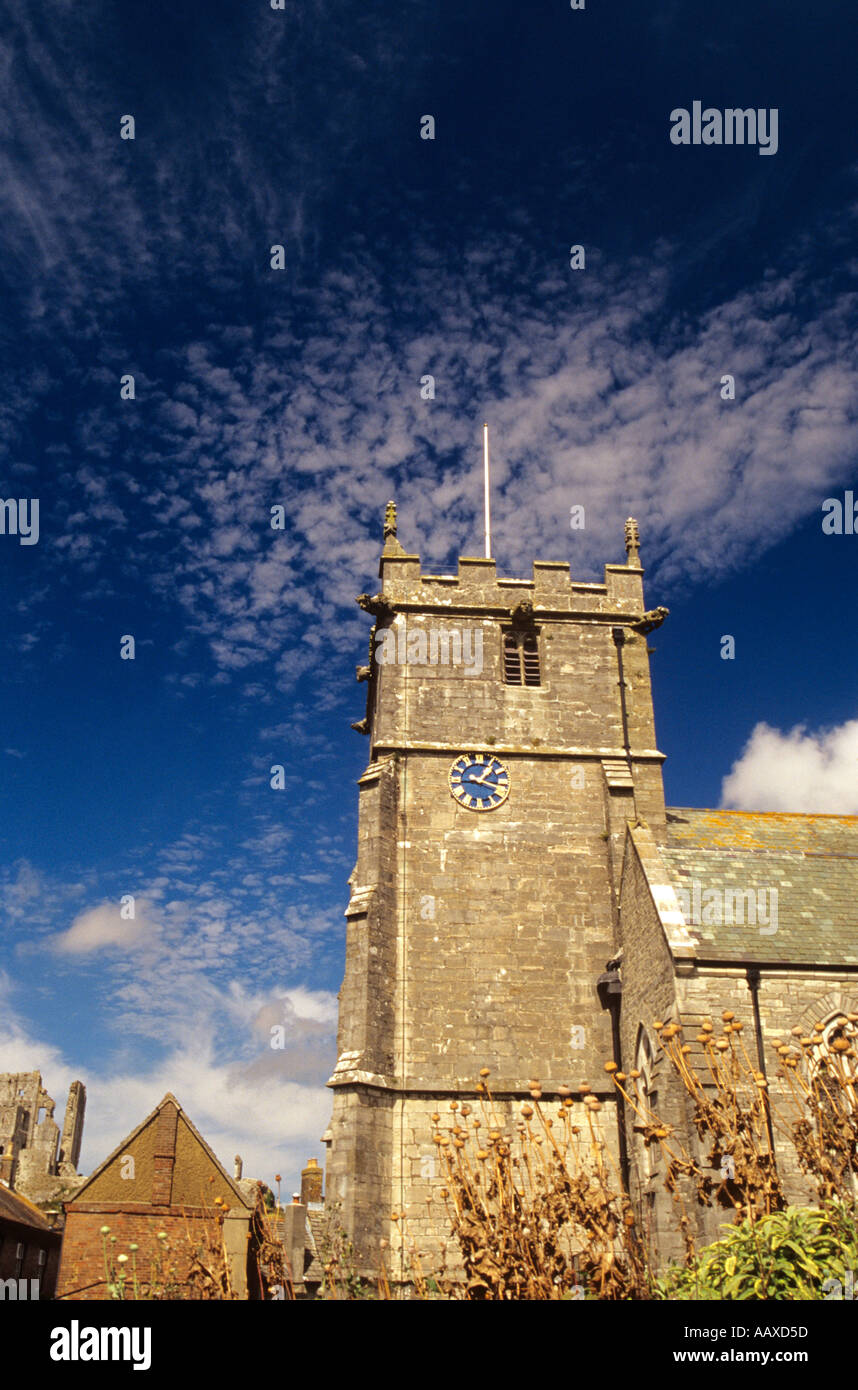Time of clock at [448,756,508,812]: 1:18
